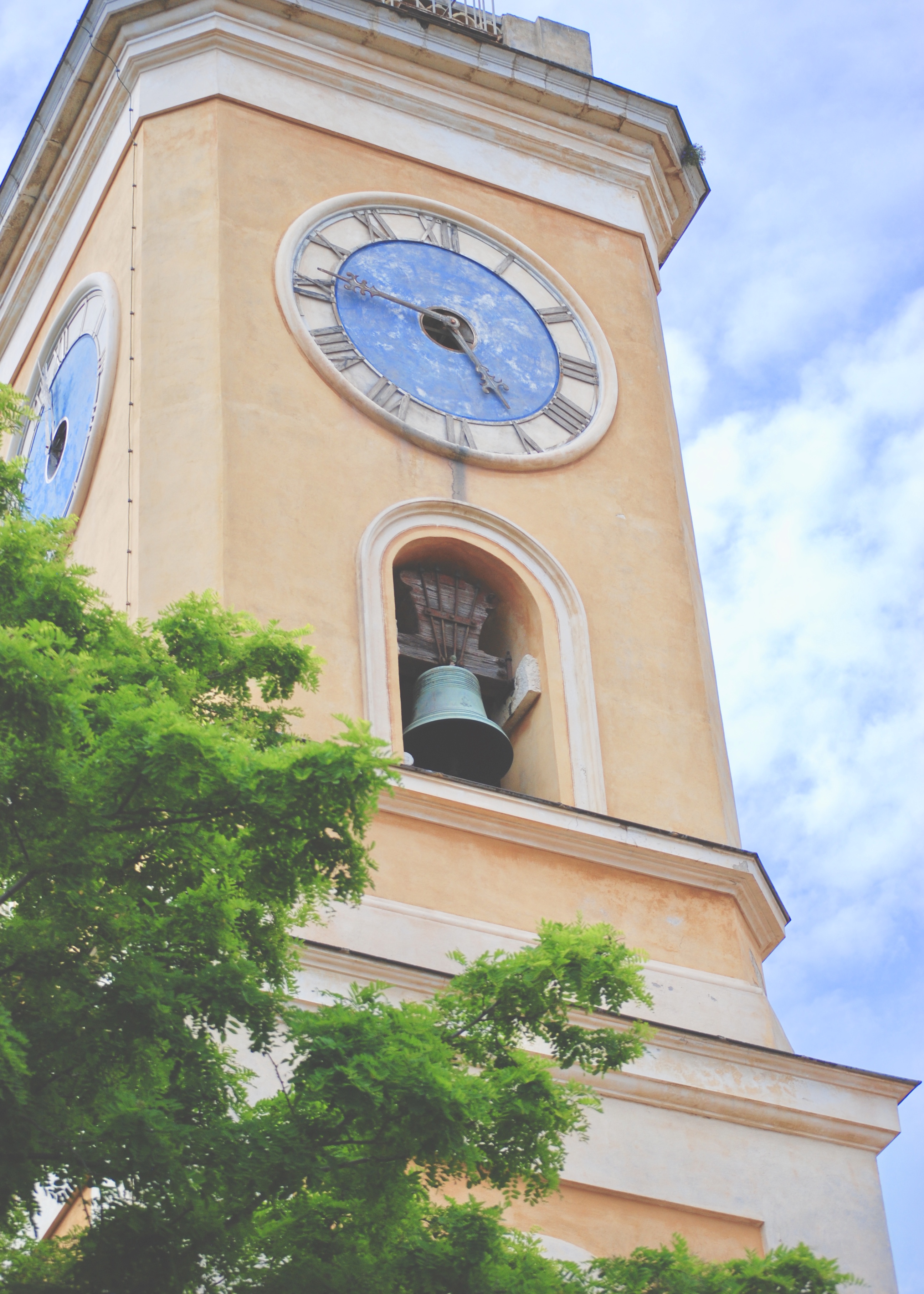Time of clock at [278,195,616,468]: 4:46
